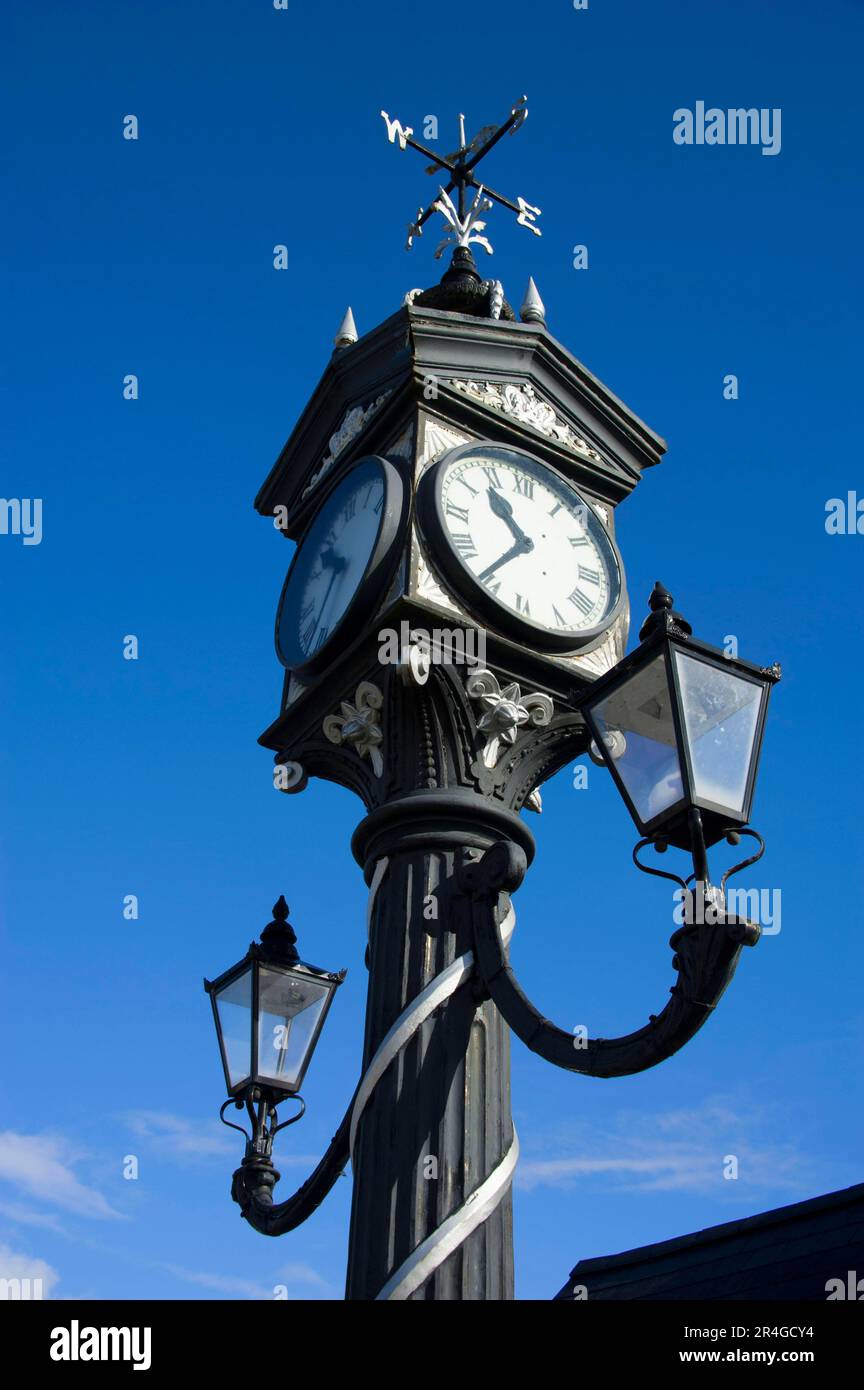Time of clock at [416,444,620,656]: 10:36
